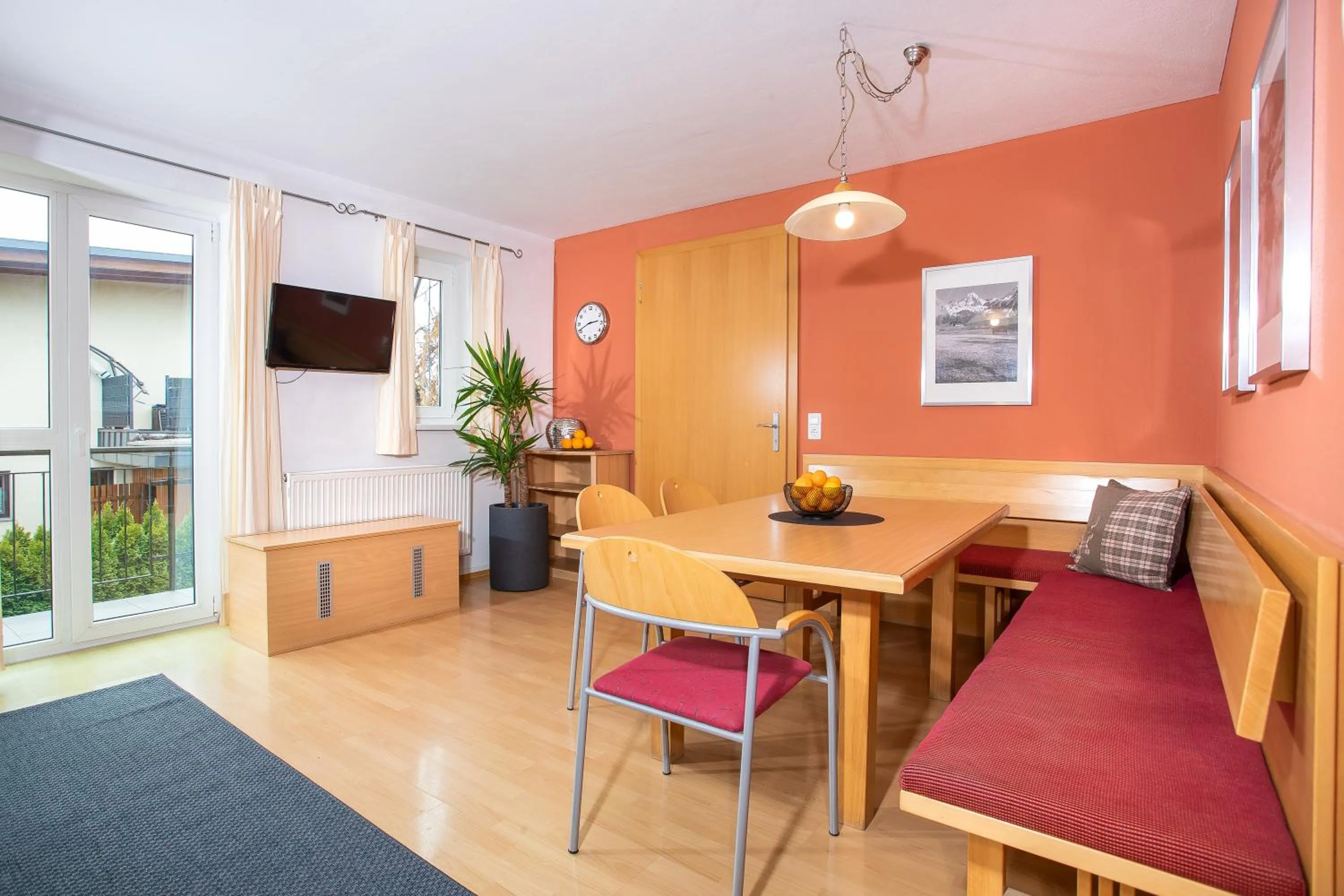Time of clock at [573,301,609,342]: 2:41
